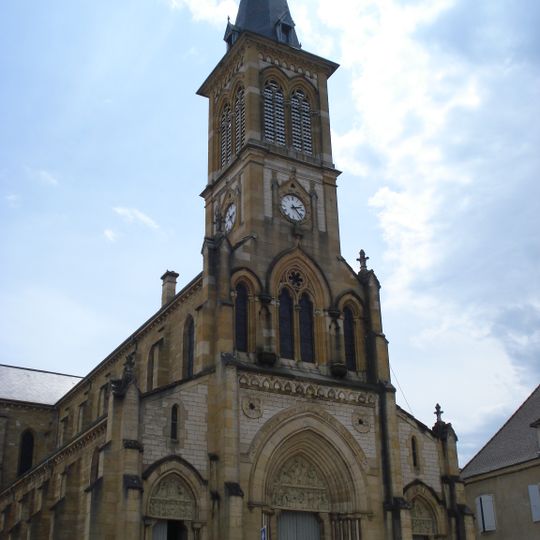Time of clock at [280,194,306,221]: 2:23
